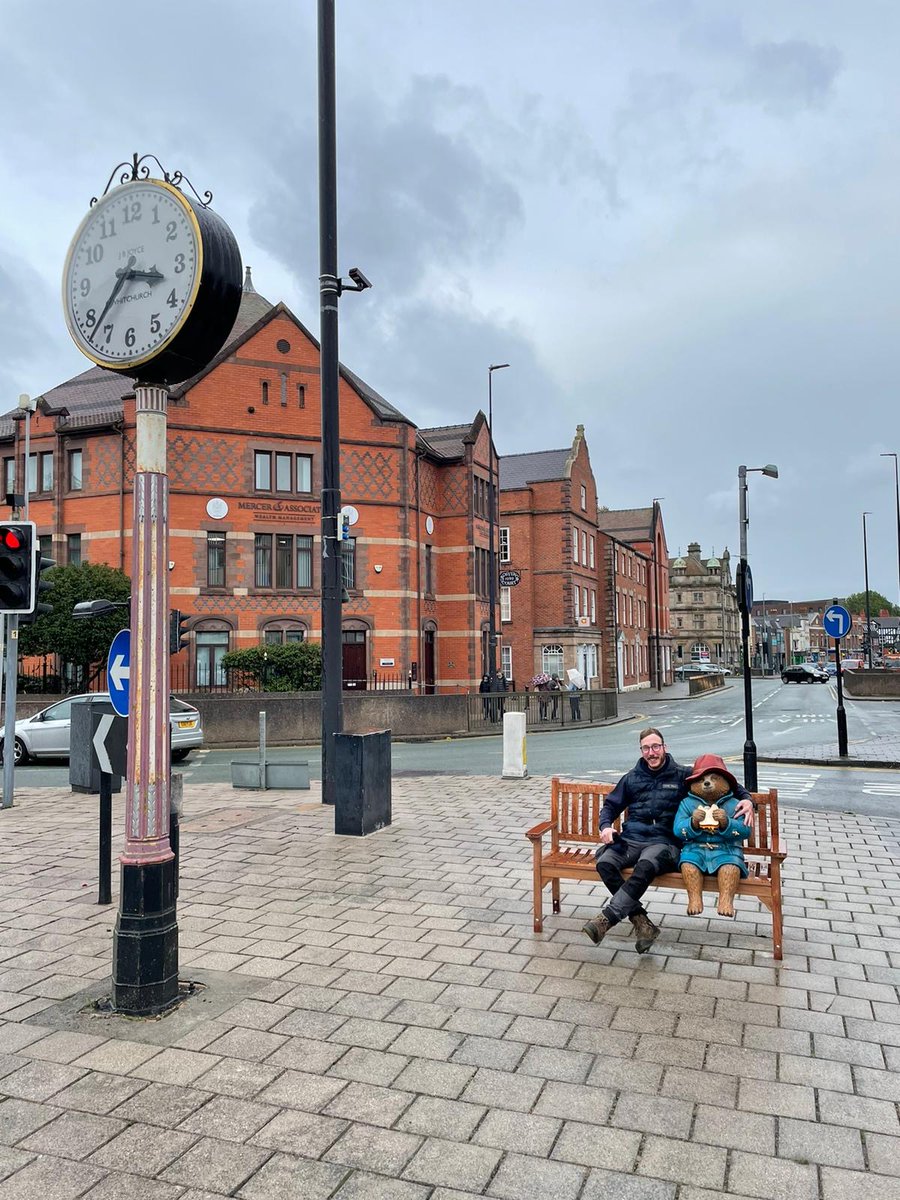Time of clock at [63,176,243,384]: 3:37
